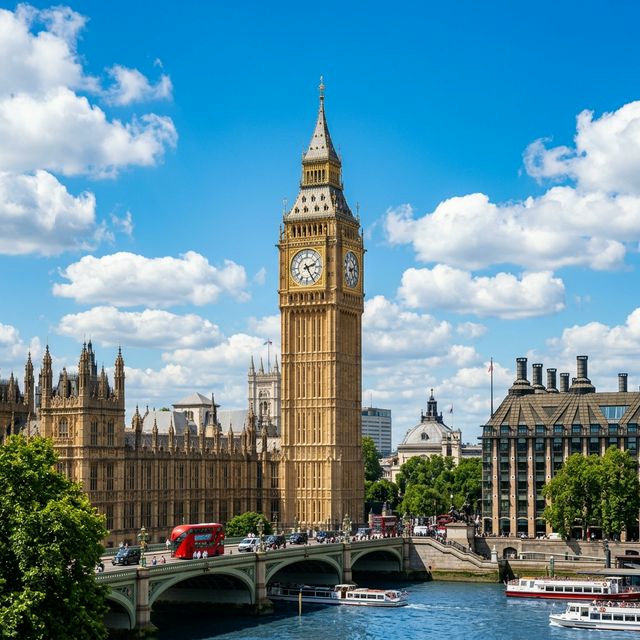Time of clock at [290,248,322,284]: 2:25
